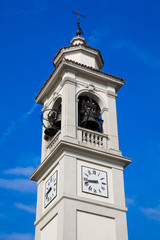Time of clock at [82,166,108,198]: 8:42
